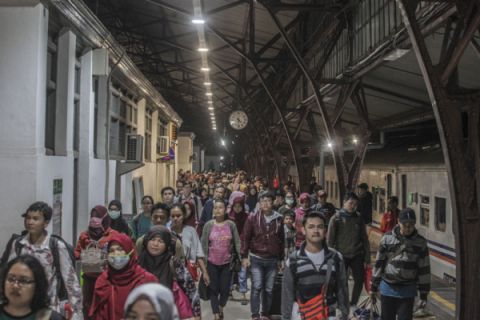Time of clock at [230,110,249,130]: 4:31
